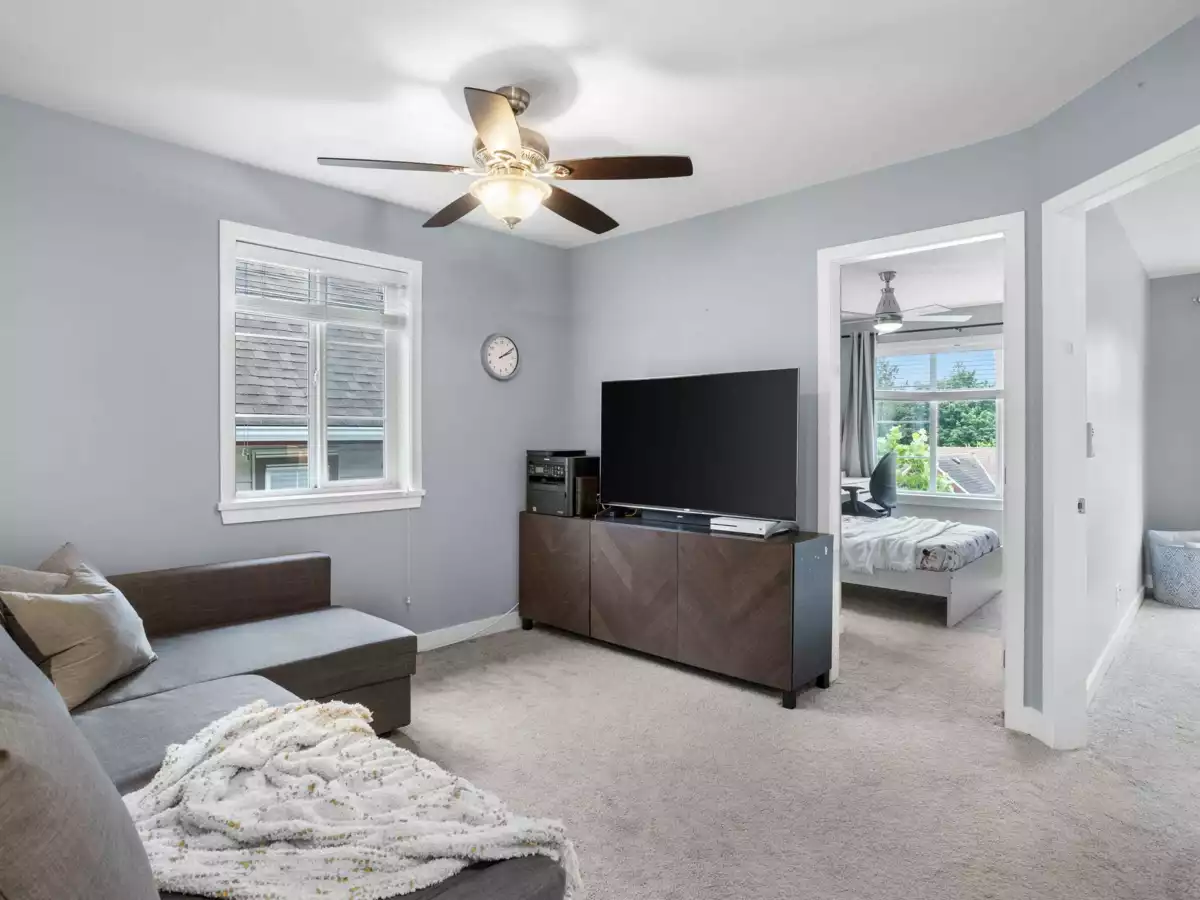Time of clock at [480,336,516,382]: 2:09
